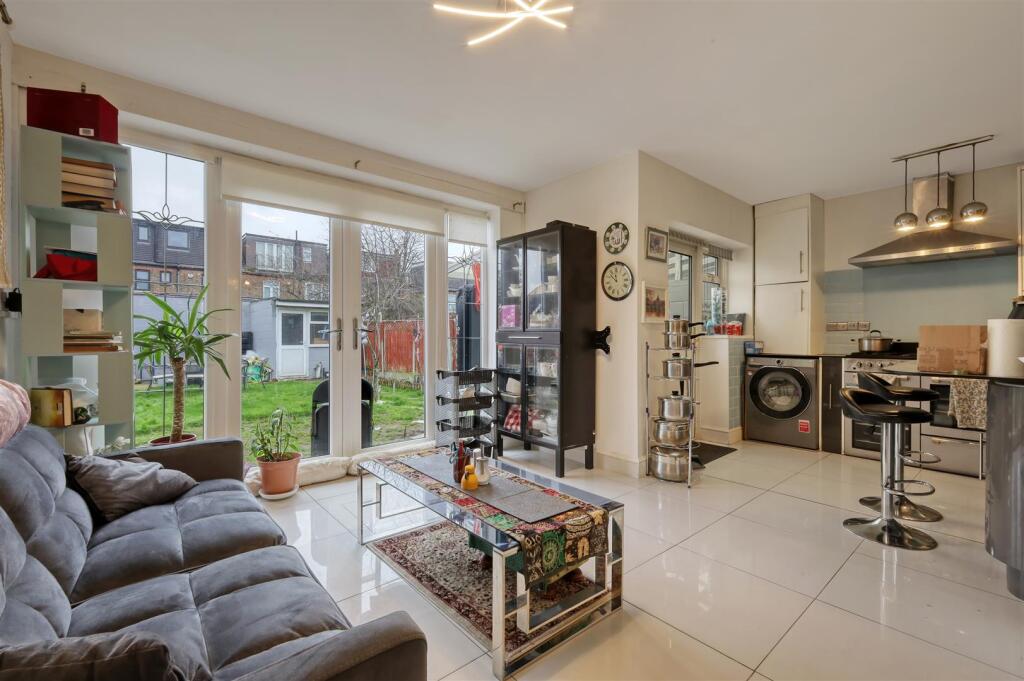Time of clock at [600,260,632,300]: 11:52
